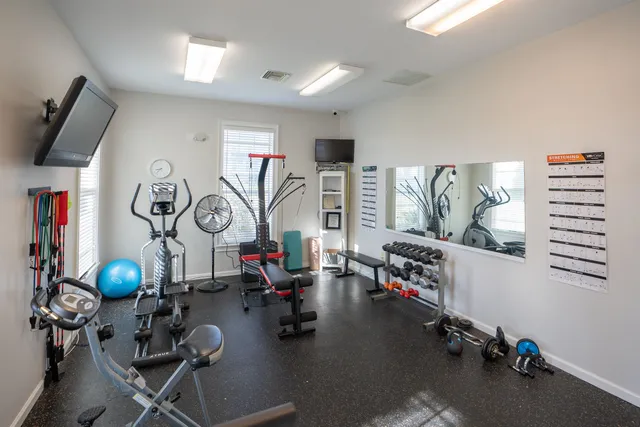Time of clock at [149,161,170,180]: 8:37
